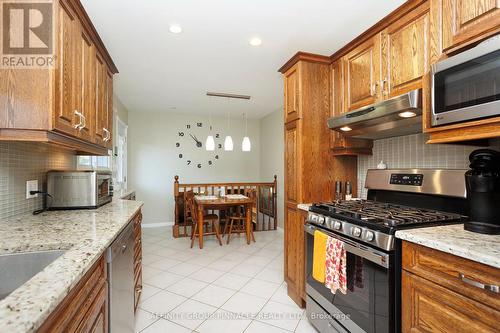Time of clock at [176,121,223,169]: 10:52
